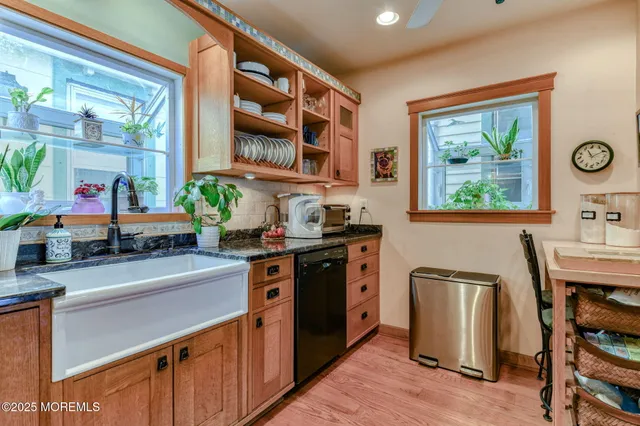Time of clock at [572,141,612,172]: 11:10
